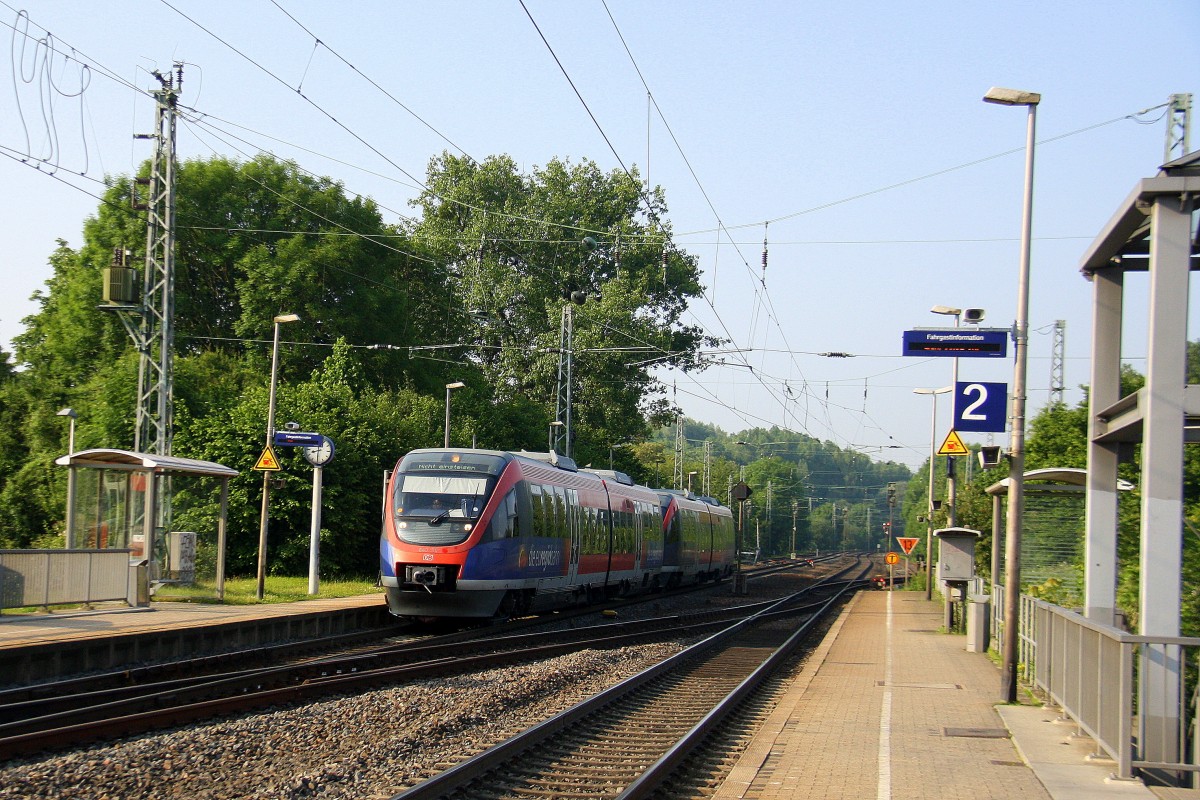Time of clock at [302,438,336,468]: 8:30
